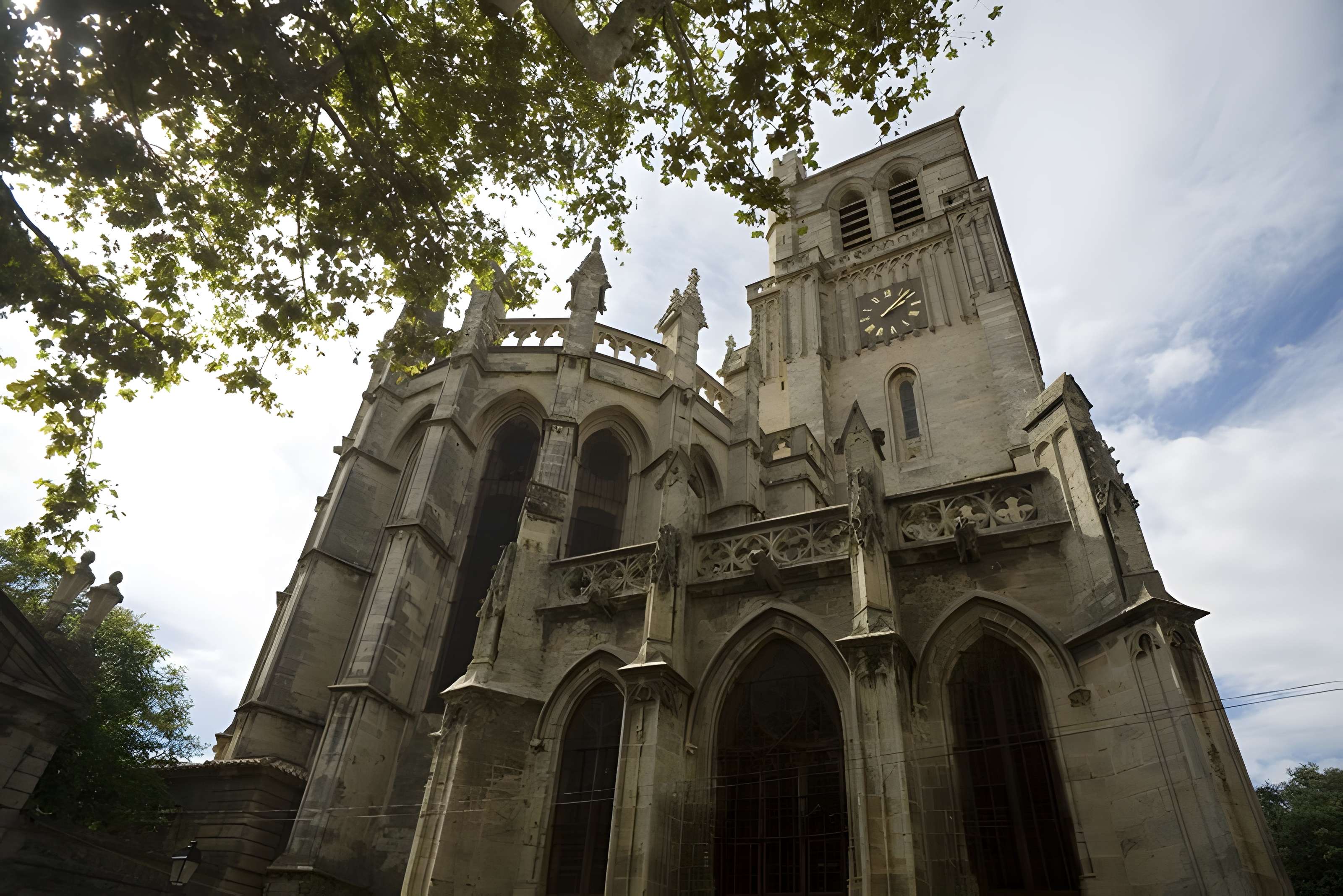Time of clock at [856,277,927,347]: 2:08
